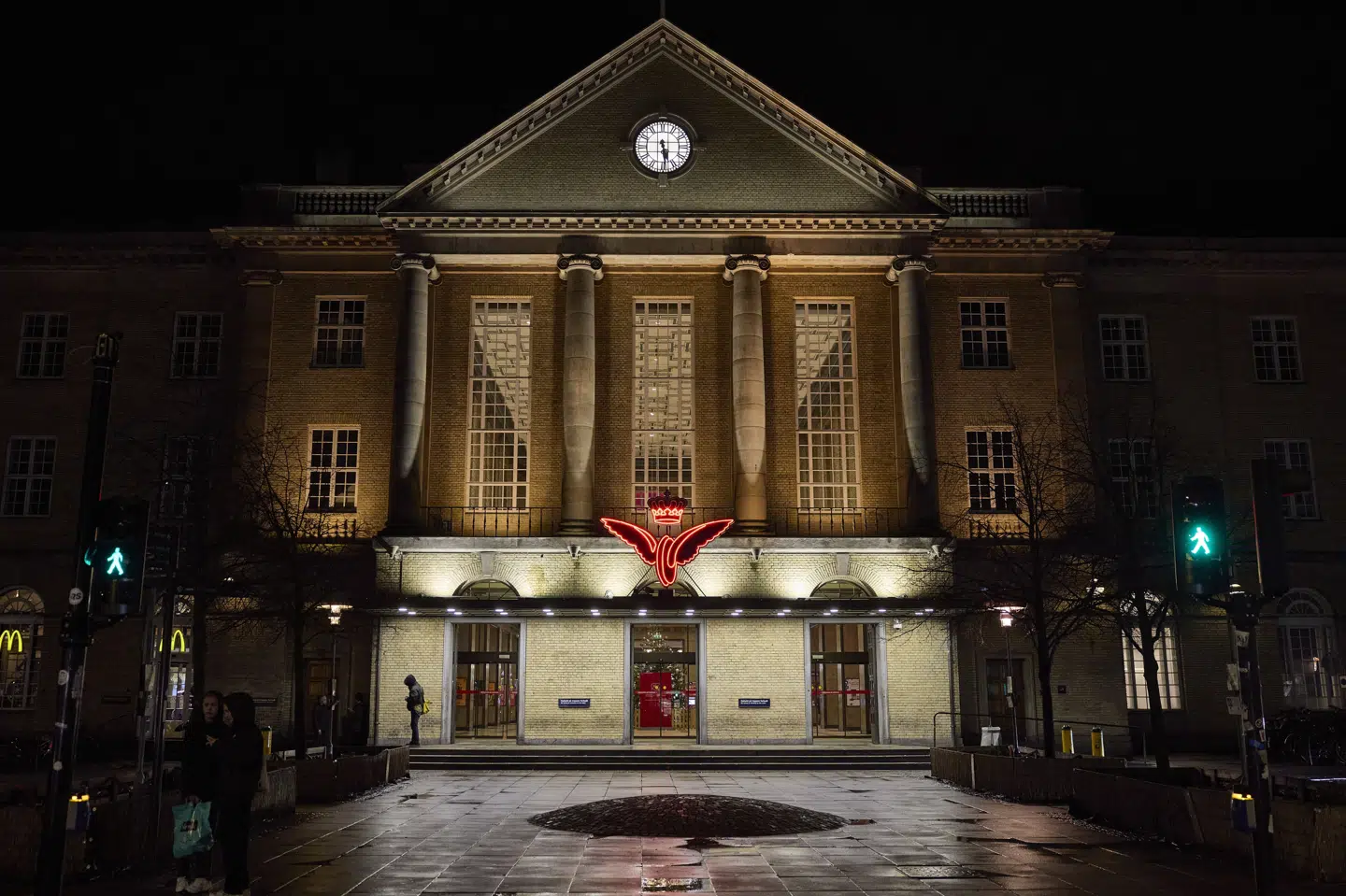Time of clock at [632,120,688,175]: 5:29
